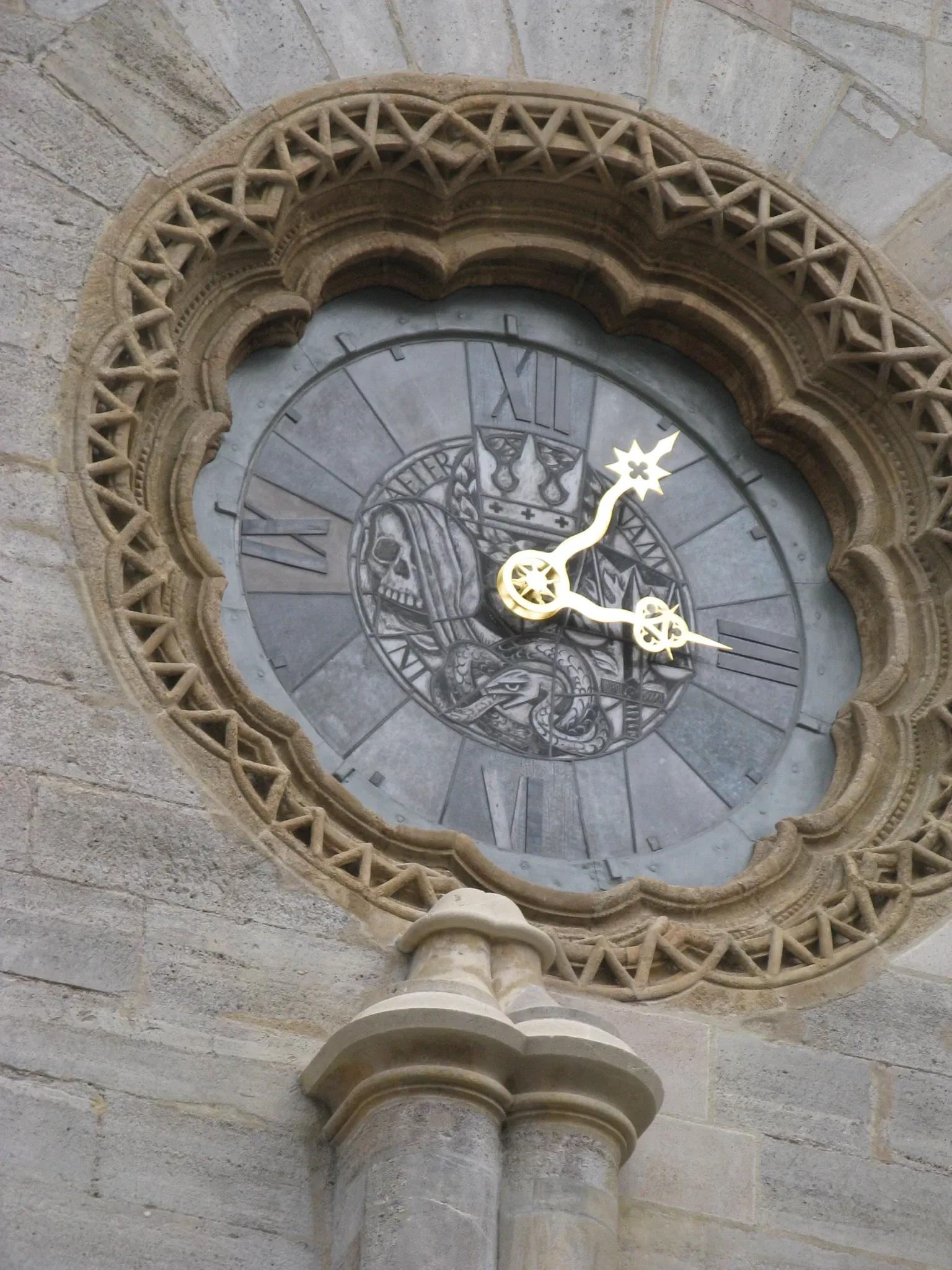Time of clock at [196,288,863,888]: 3:06
